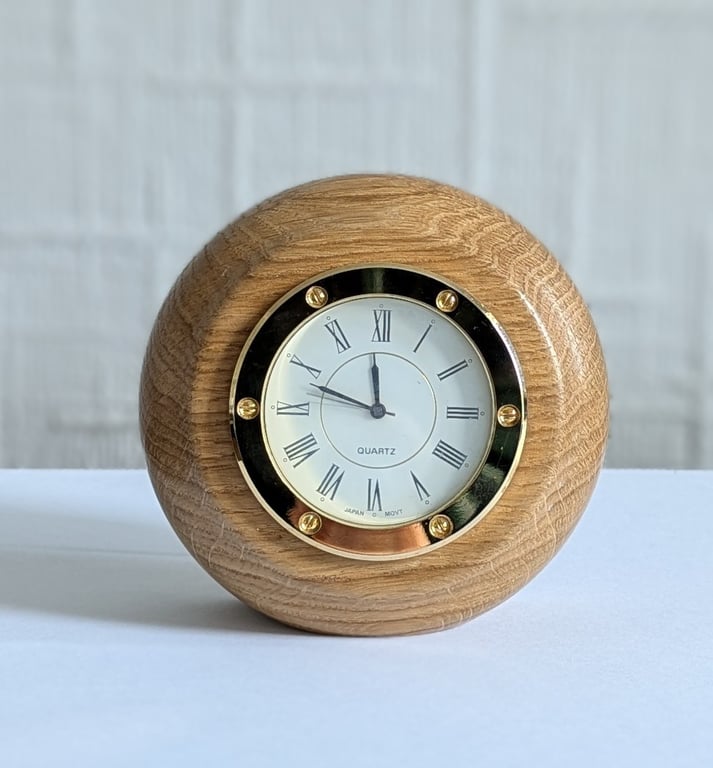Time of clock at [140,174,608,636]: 11:48
